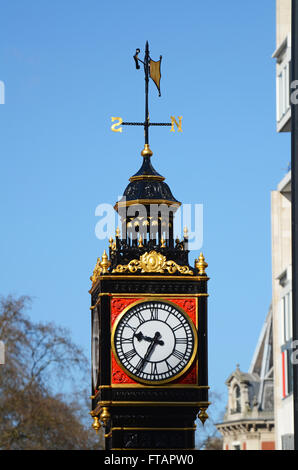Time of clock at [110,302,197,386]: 9:34
